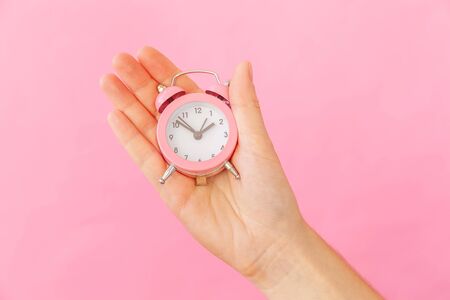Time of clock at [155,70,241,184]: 1:52
